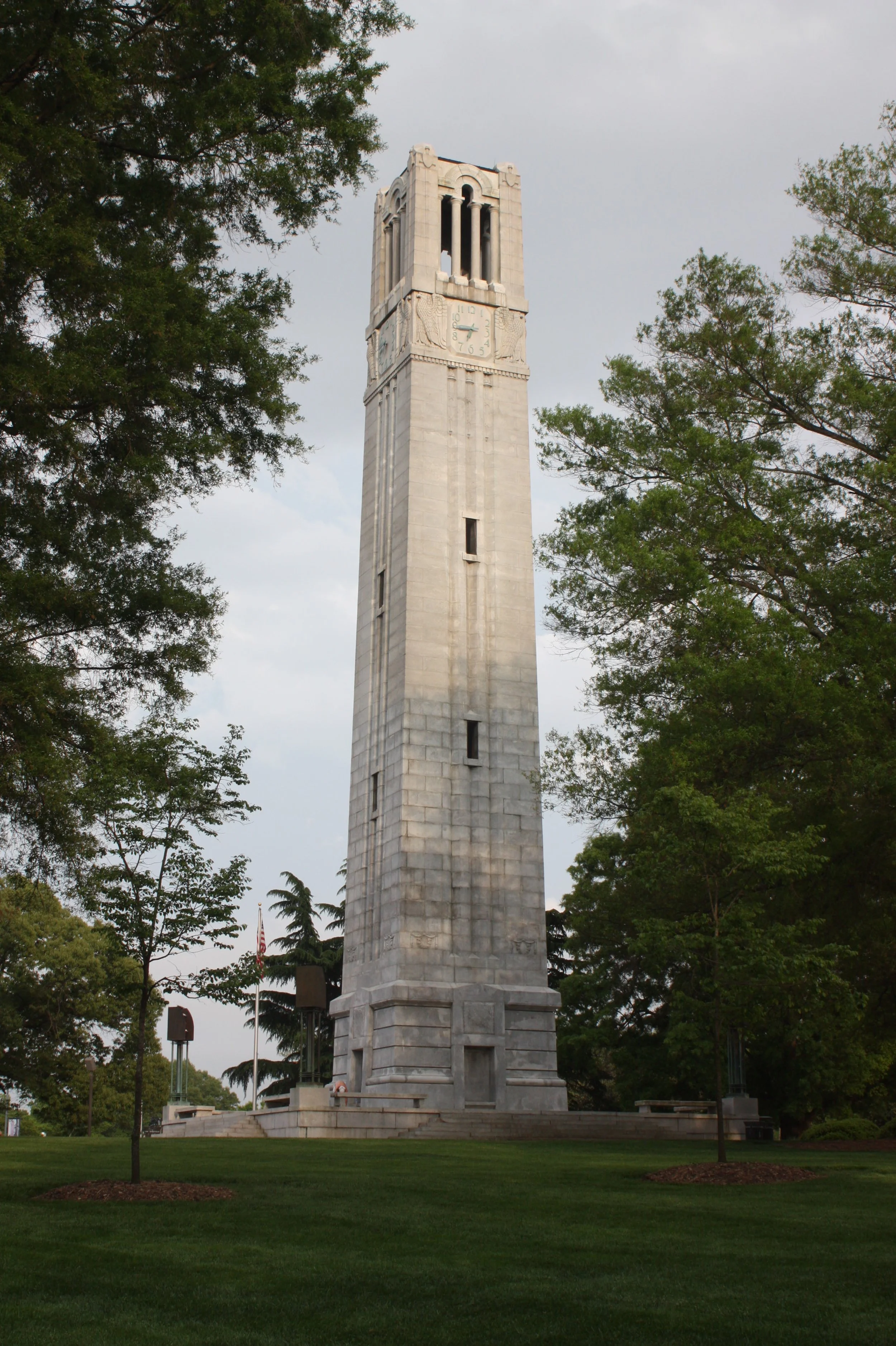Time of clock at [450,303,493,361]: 6:44
